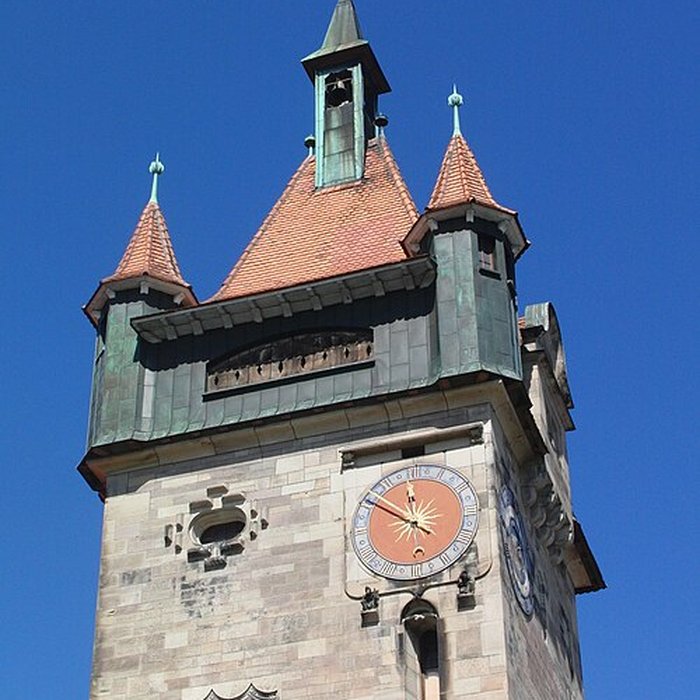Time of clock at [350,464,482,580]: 11:50
